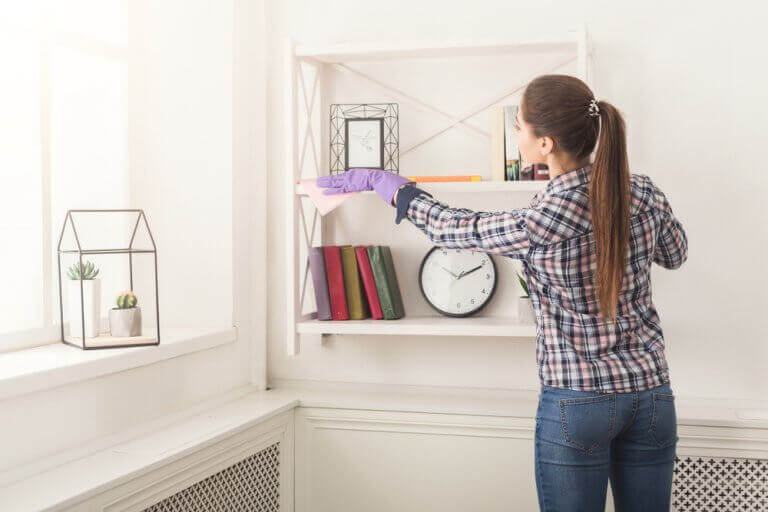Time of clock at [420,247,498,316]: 2:11
